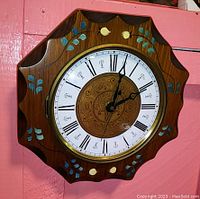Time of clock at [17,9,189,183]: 2:02
